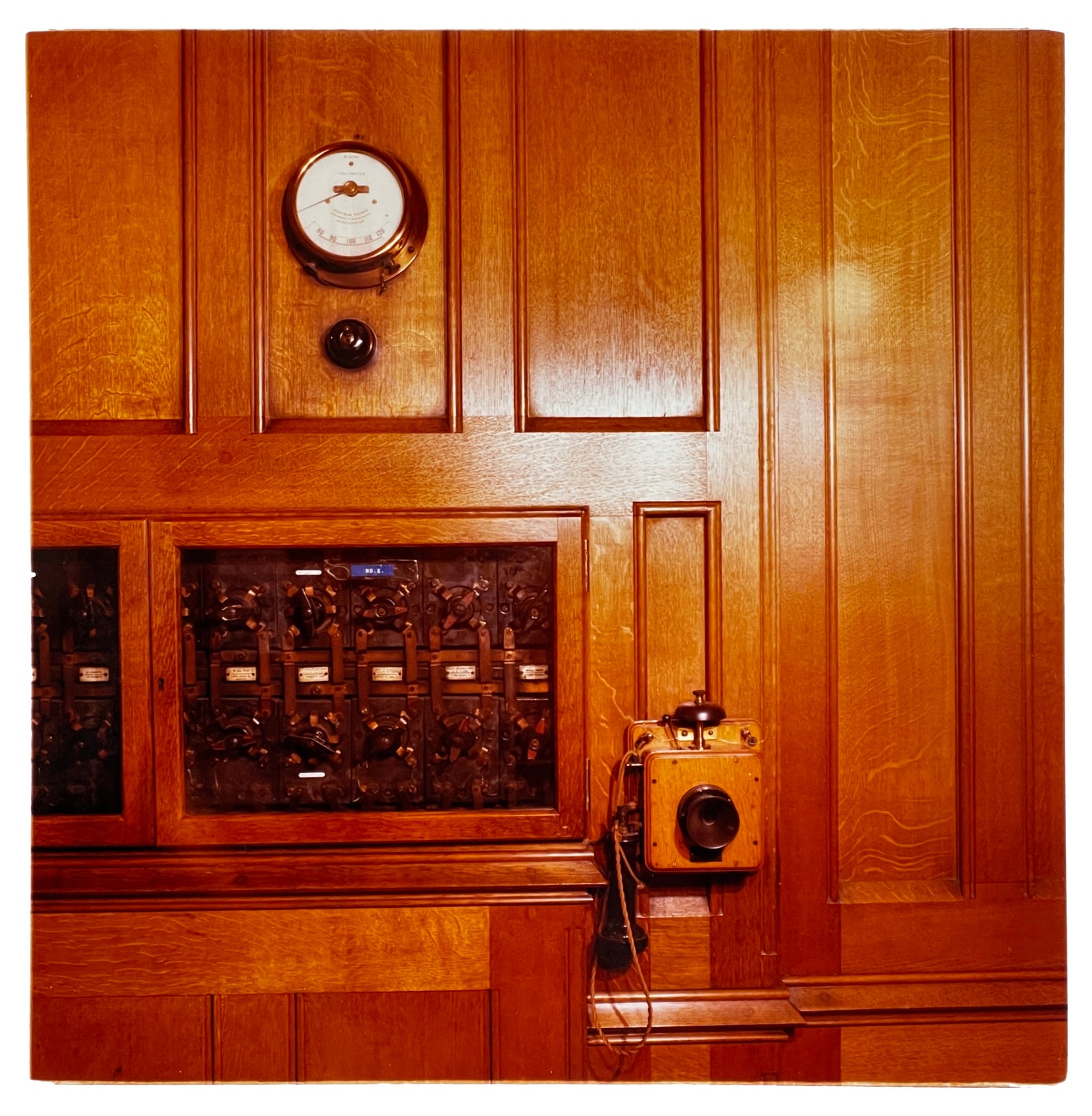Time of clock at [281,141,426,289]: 9:42
